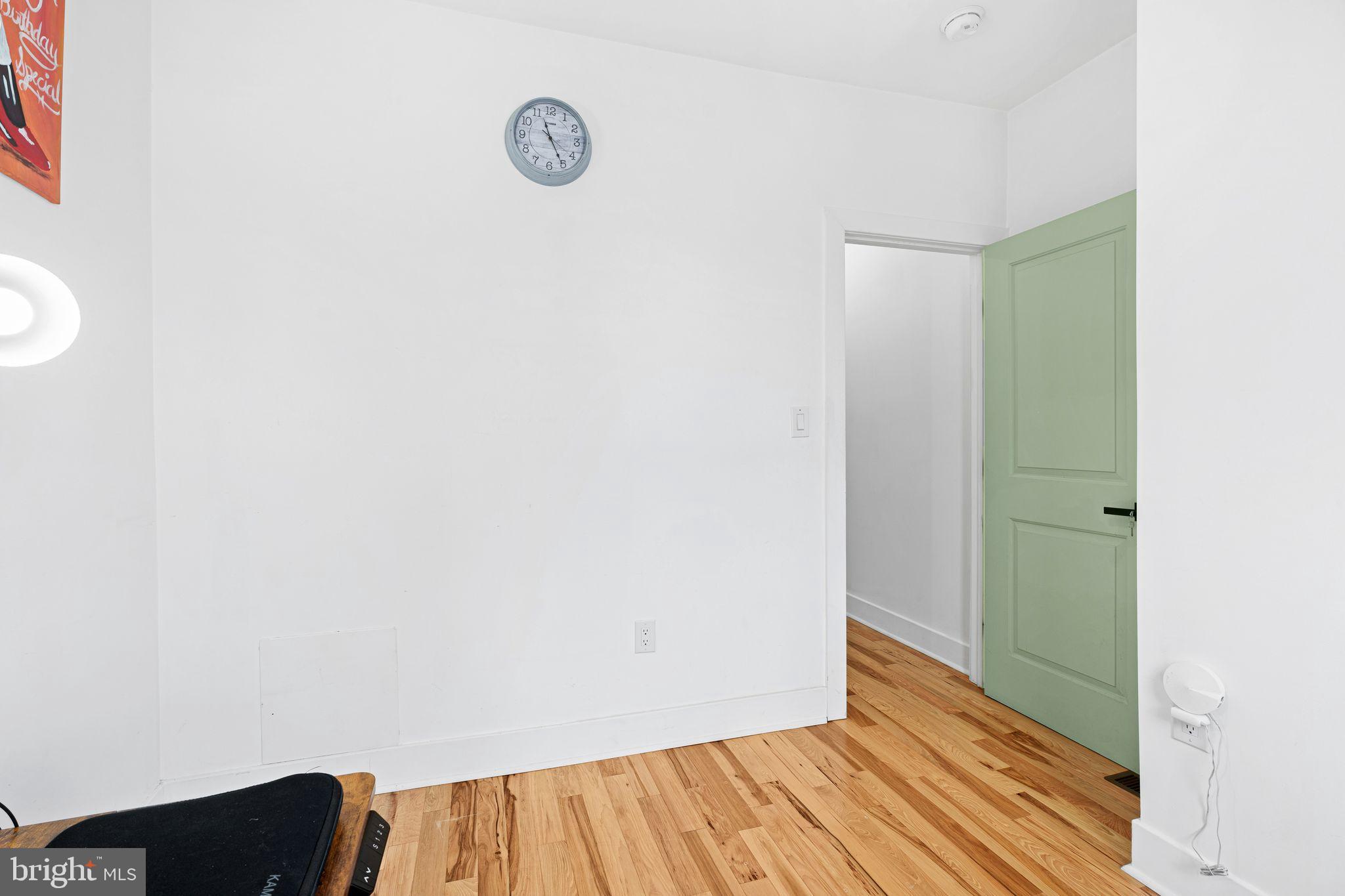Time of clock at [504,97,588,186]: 11:25
